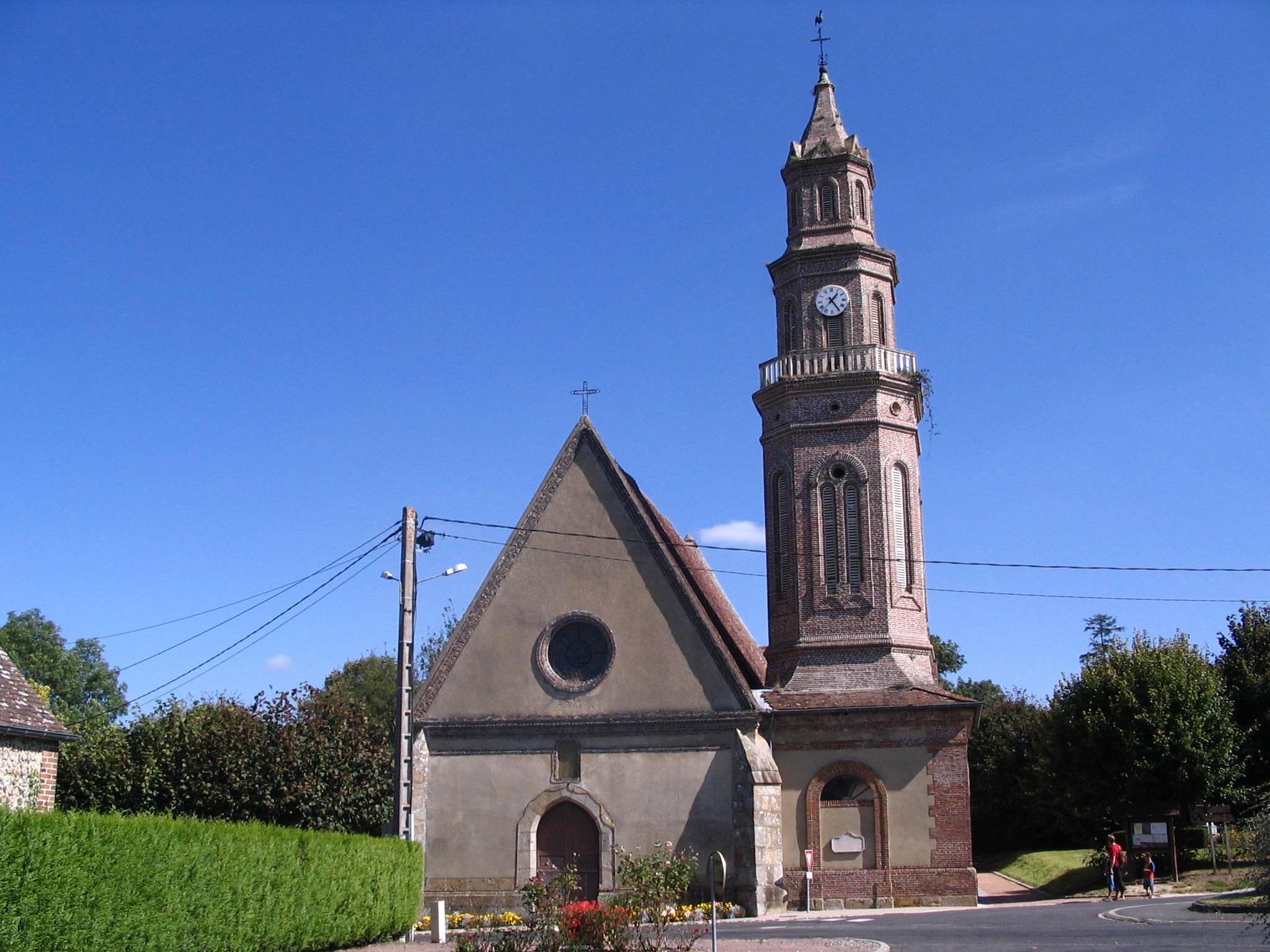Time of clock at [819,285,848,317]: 1:24
